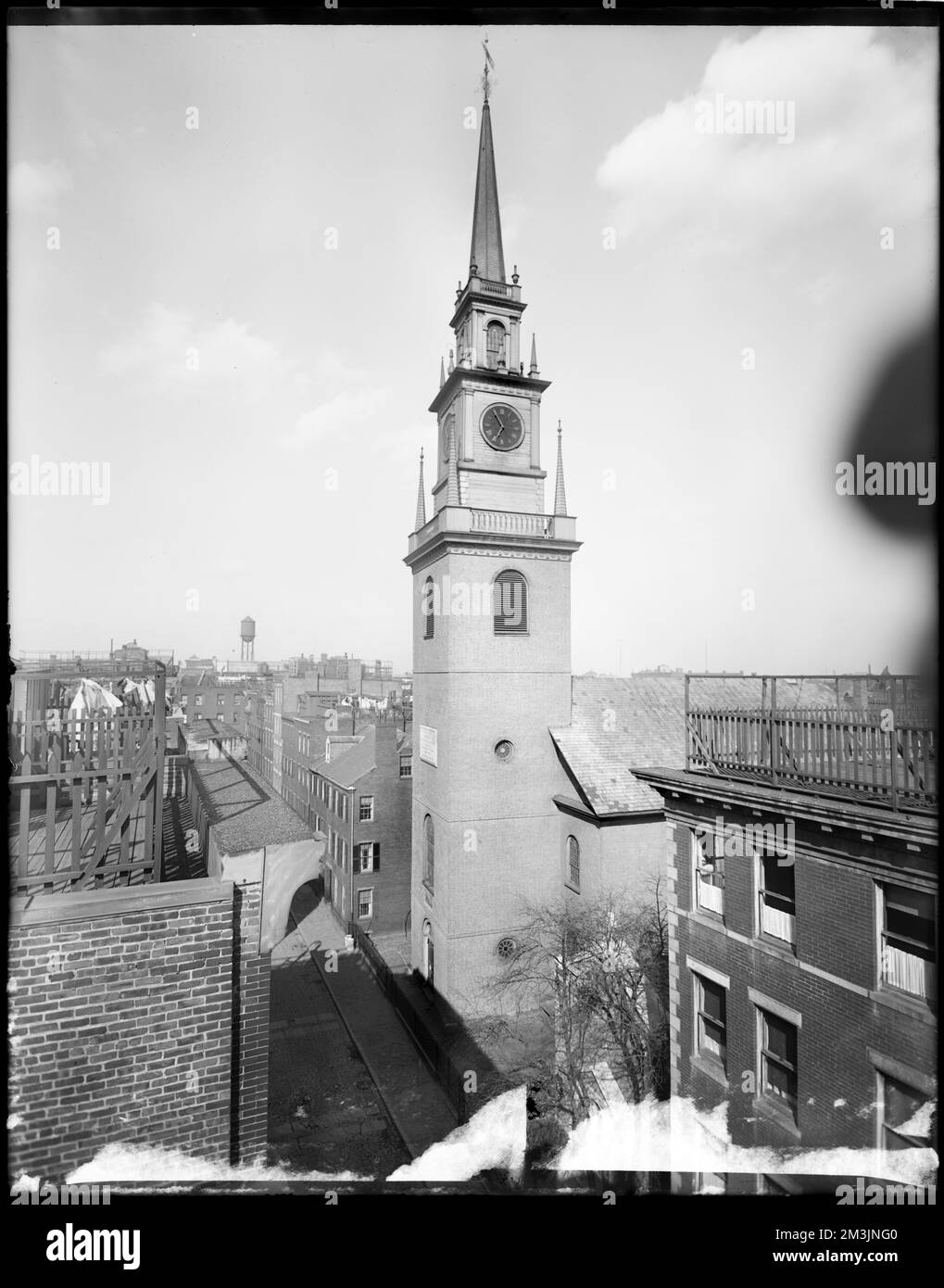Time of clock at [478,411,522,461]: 6:54
